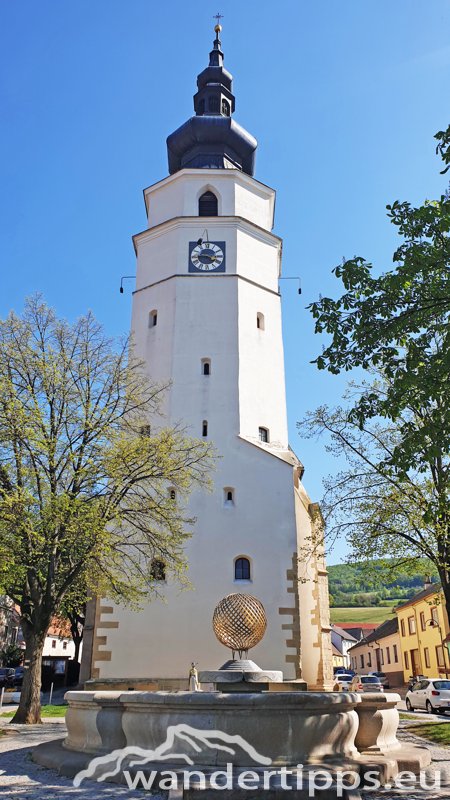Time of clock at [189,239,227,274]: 3:44
